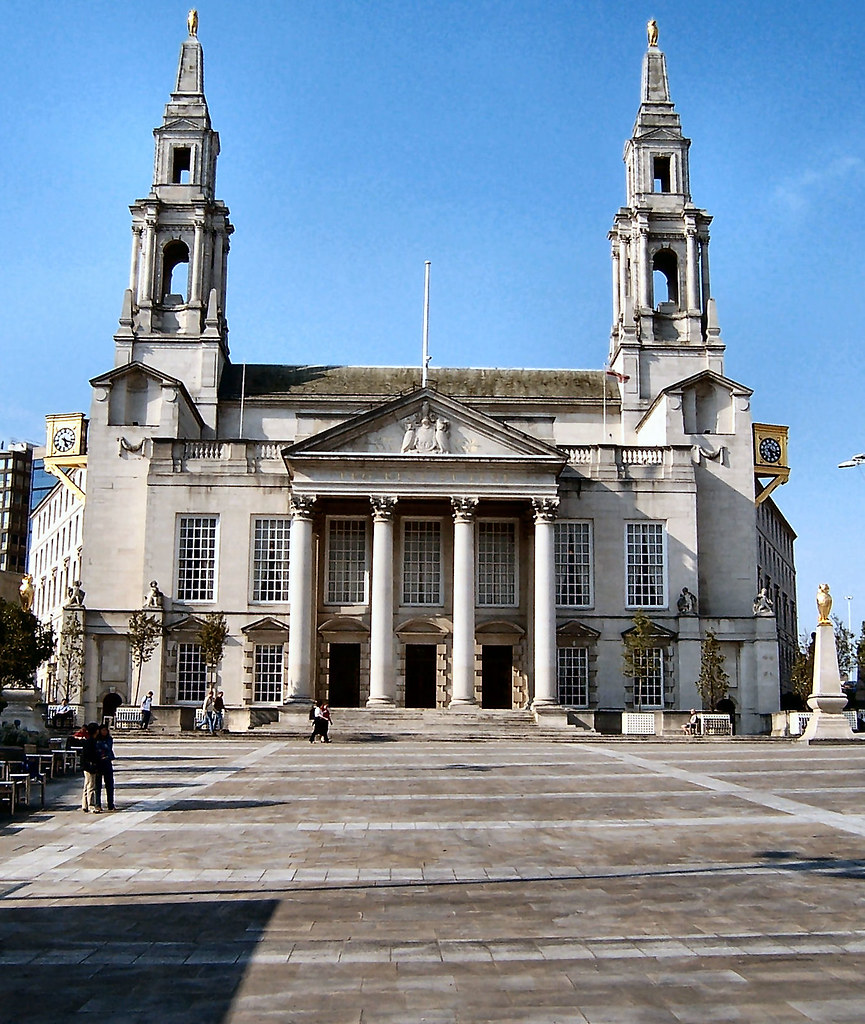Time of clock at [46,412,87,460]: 5:18
